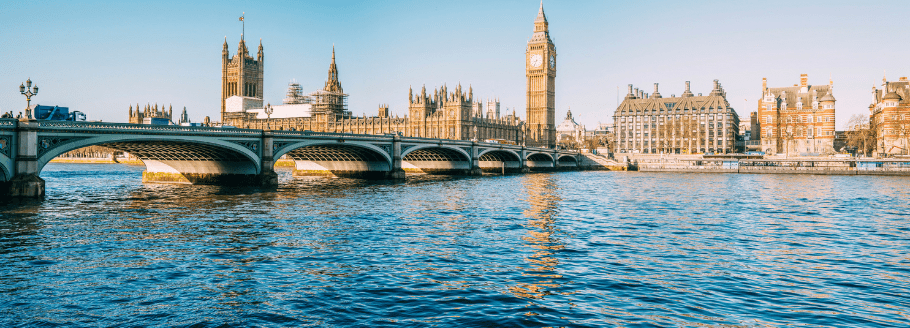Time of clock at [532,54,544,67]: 8:34
